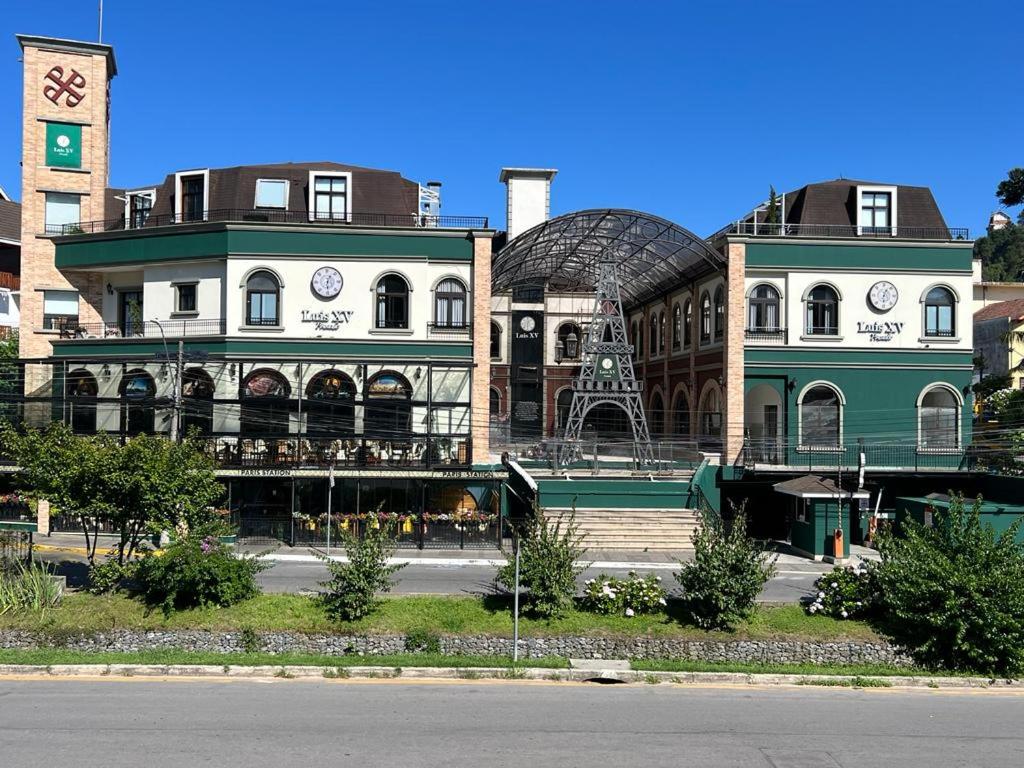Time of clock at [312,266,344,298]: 12:28
